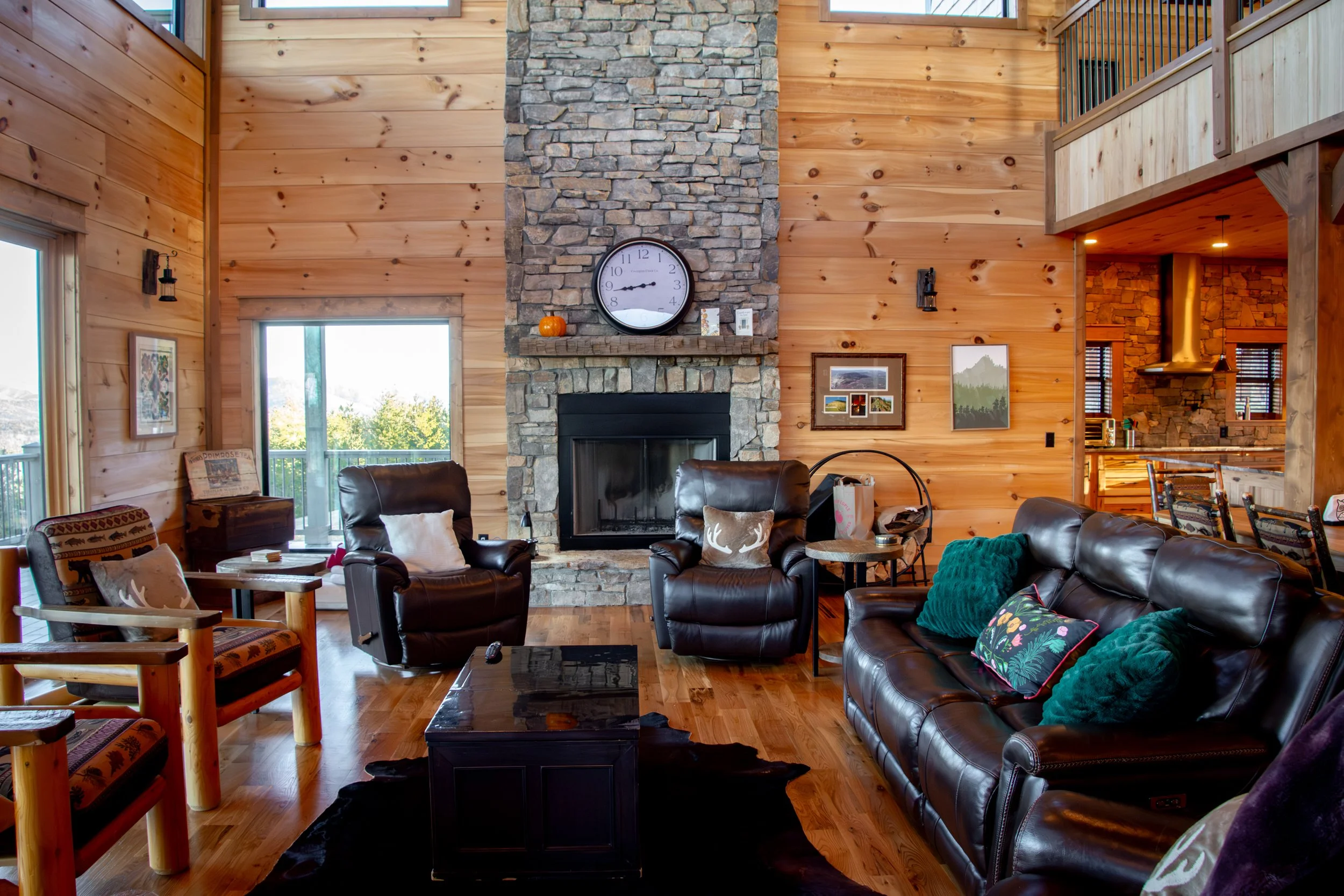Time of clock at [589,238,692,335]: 8:43
